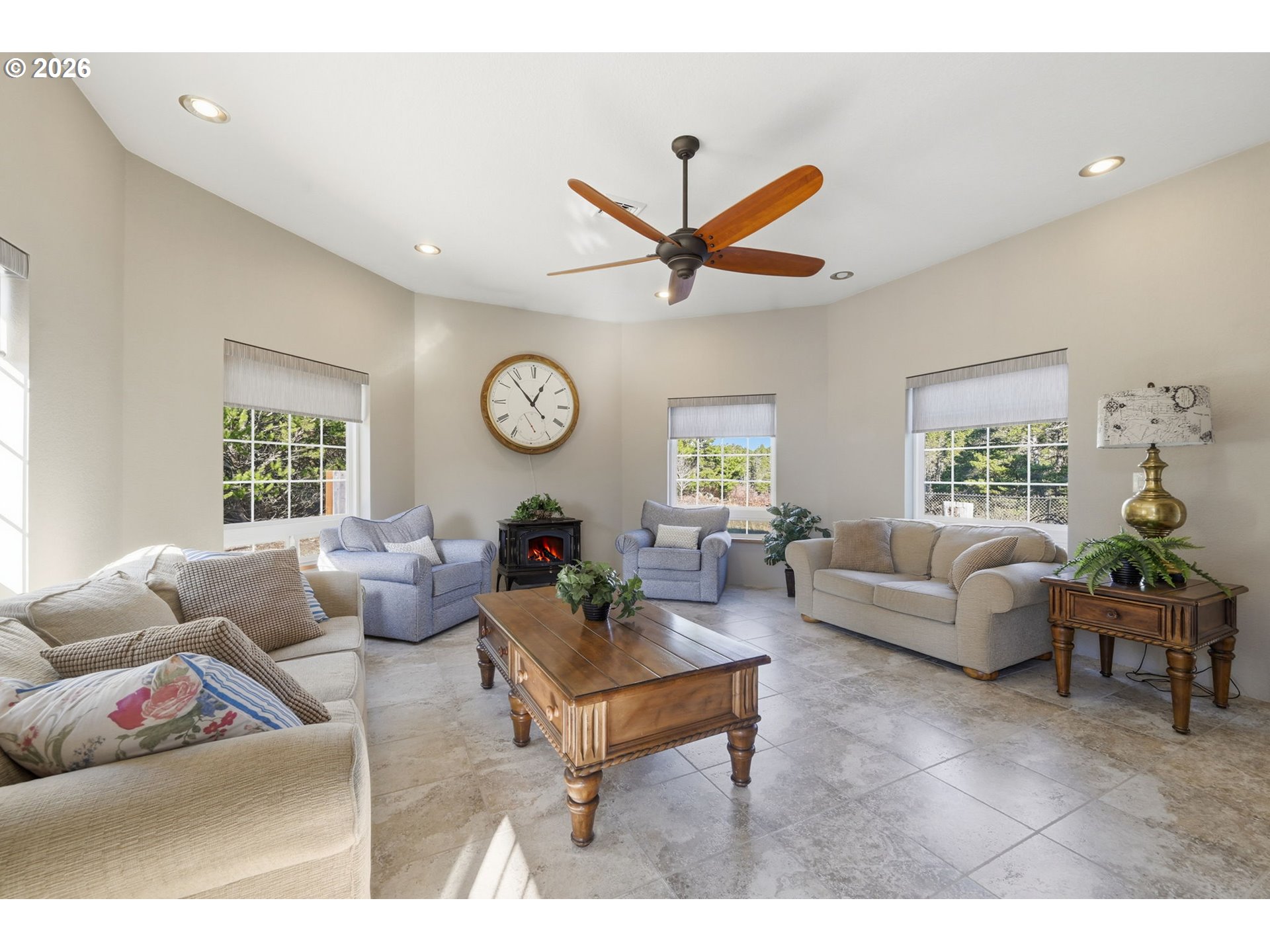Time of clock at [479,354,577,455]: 12:53
